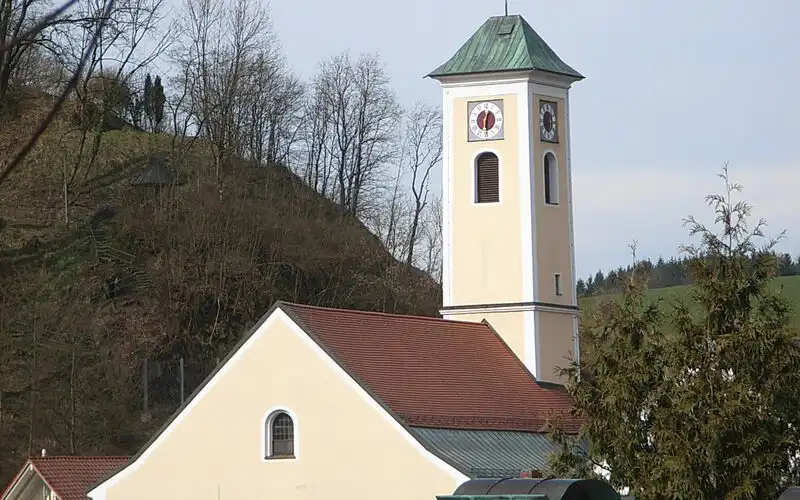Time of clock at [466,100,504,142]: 12:29
